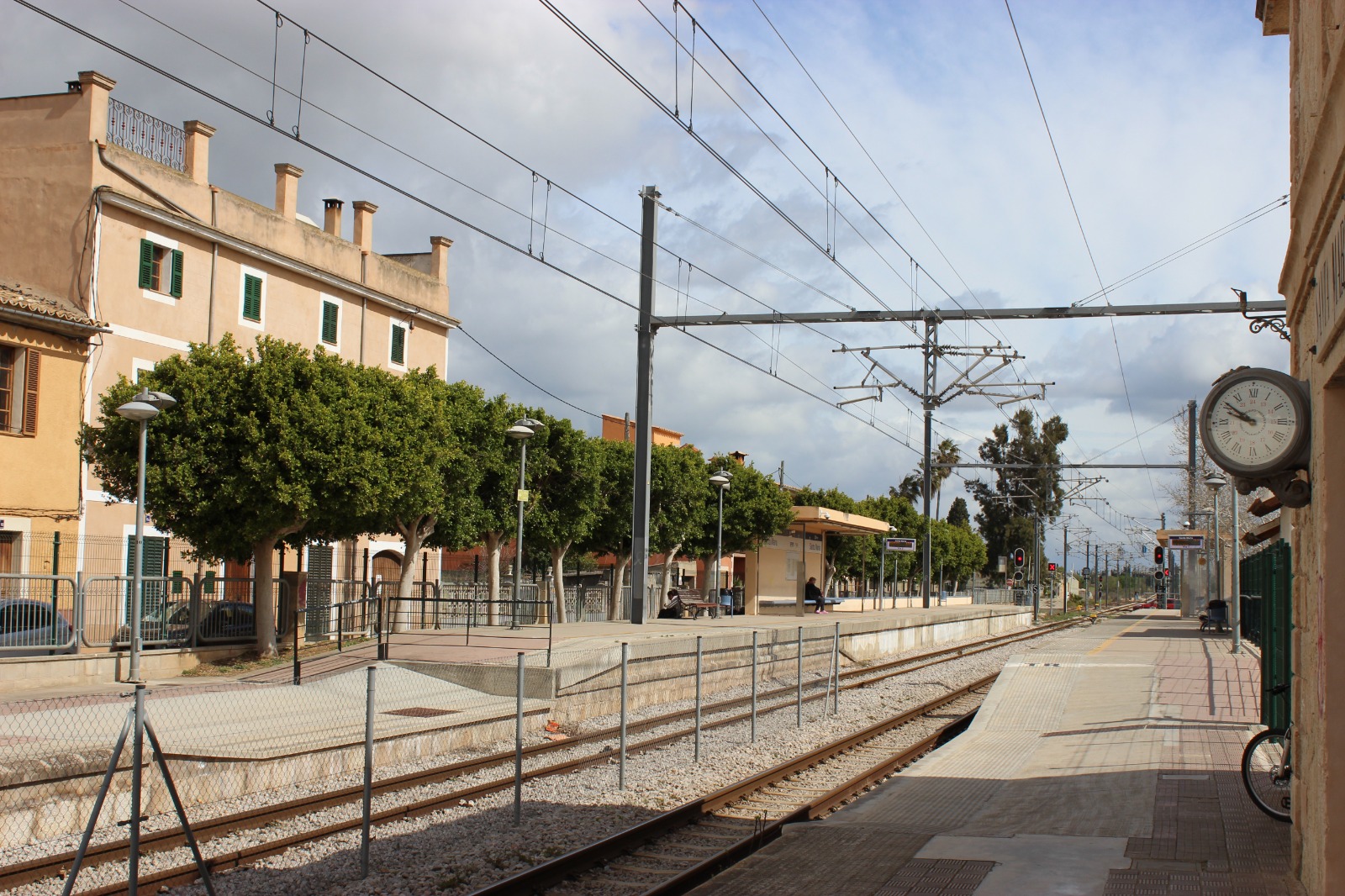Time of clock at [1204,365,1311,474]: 9:51
